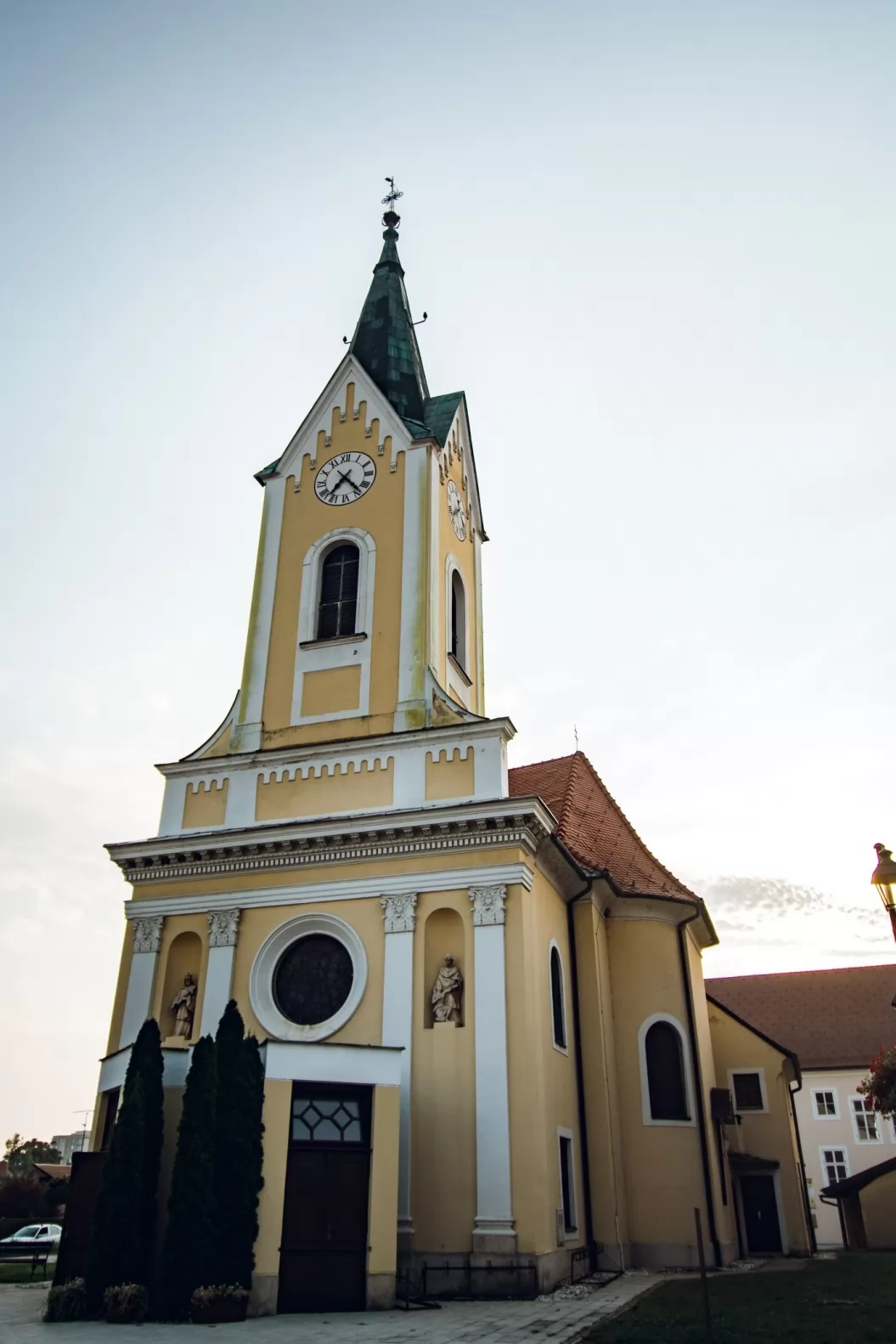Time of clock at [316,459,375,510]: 7:23
